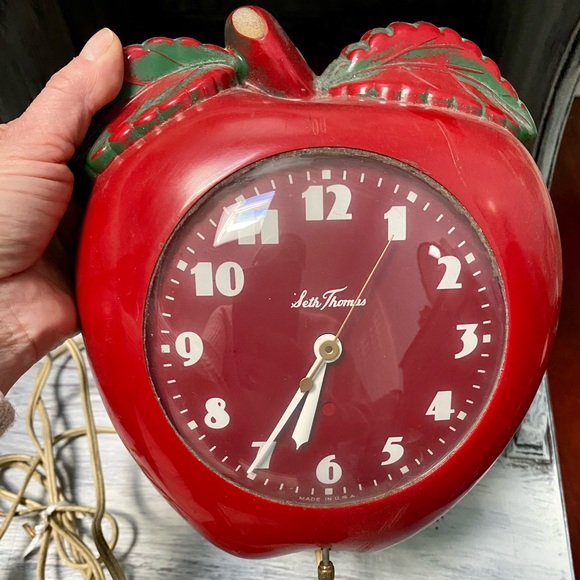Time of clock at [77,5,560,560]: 6:35
